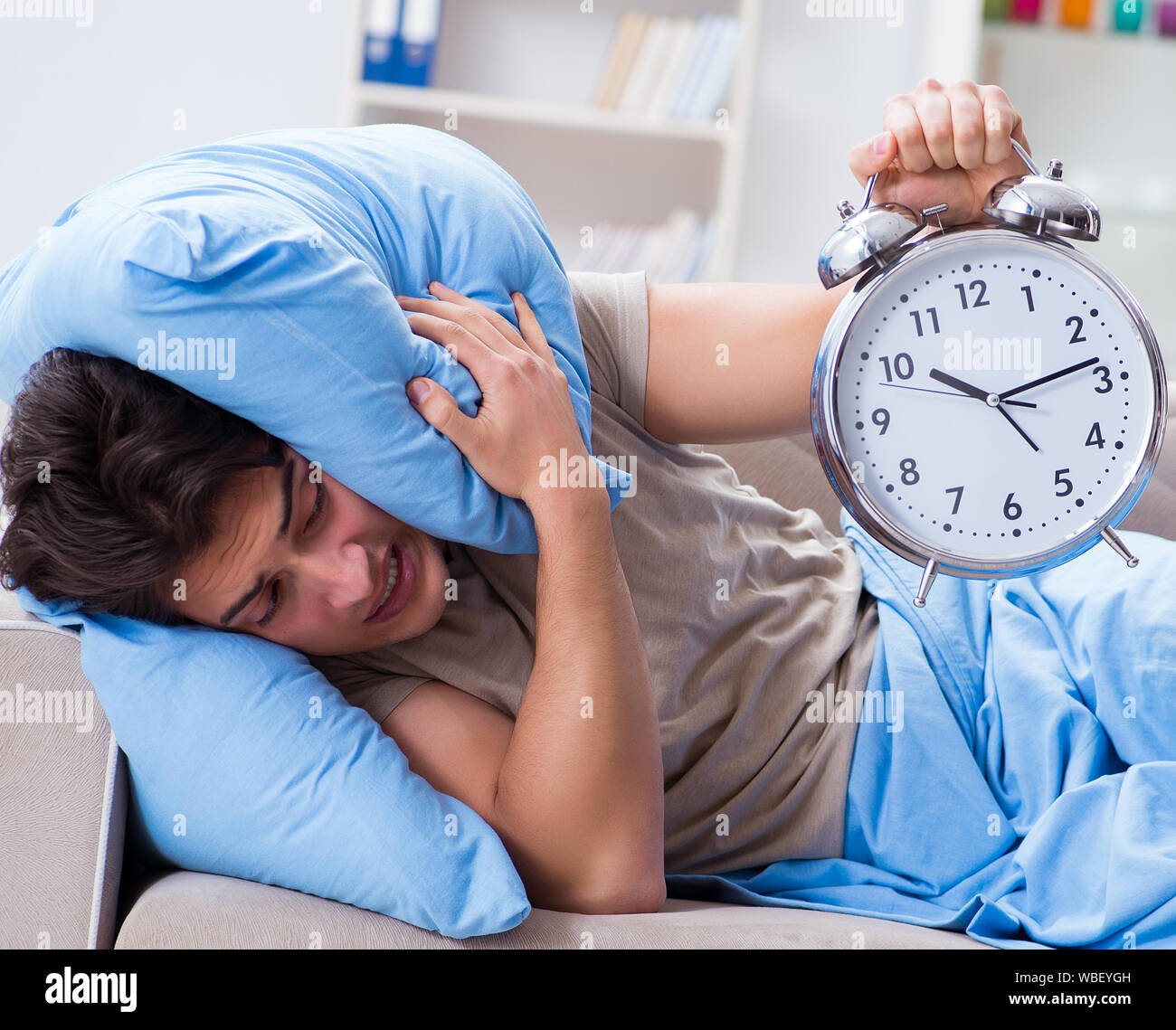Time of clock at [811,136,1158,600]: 10:13
